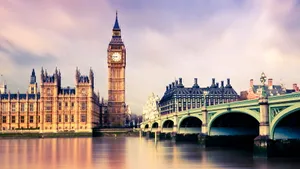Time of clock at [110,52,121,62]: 8:46
